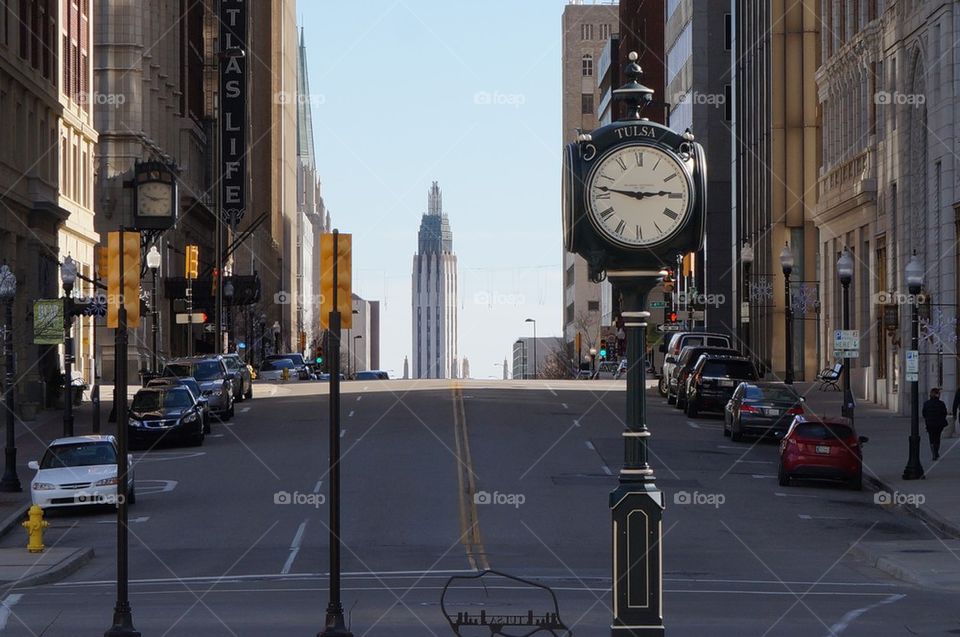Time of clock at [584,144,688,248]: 2:46
